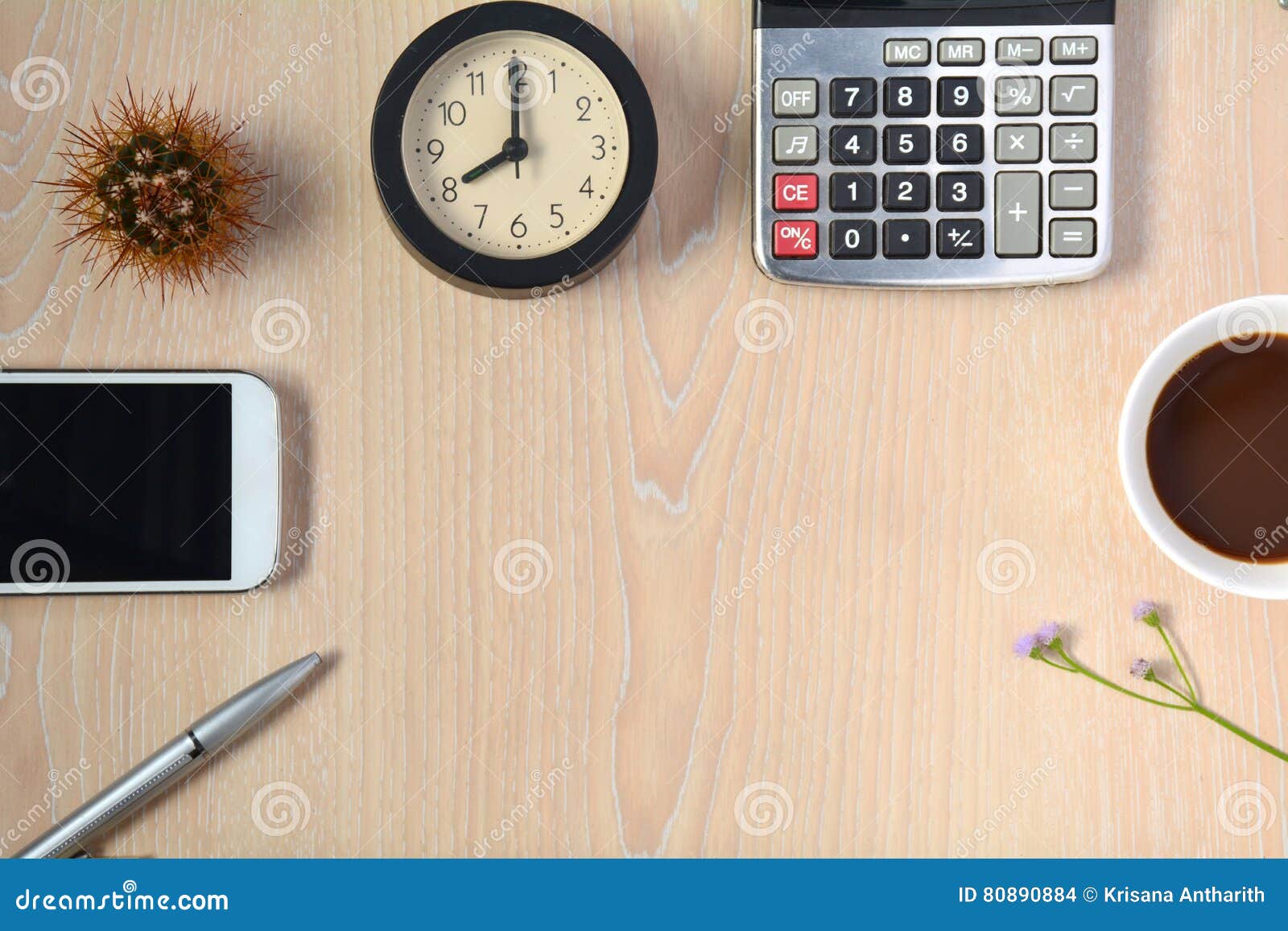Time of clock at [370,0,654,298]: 8:00
